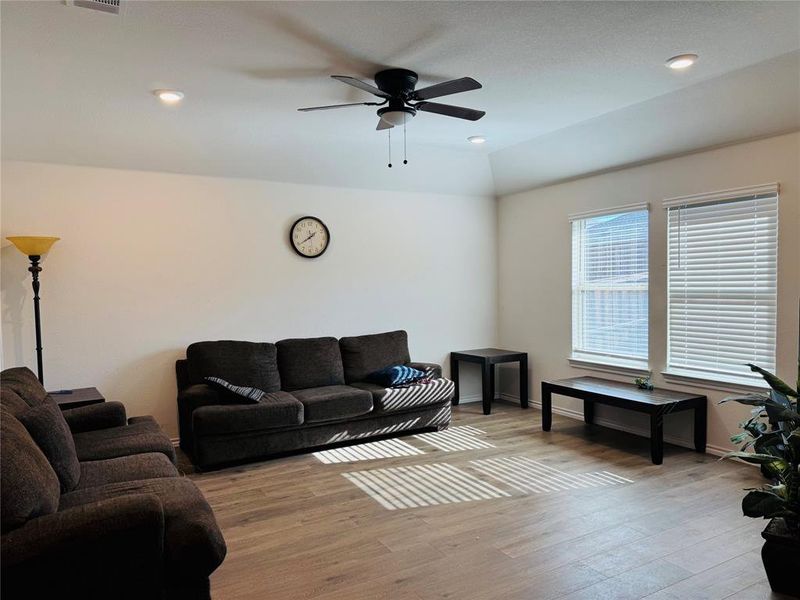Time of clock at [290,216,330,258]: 1:39
